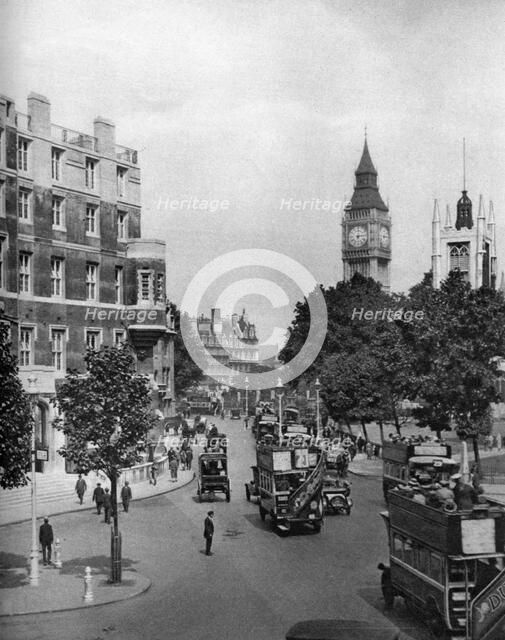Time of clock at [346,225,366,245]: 3:01
